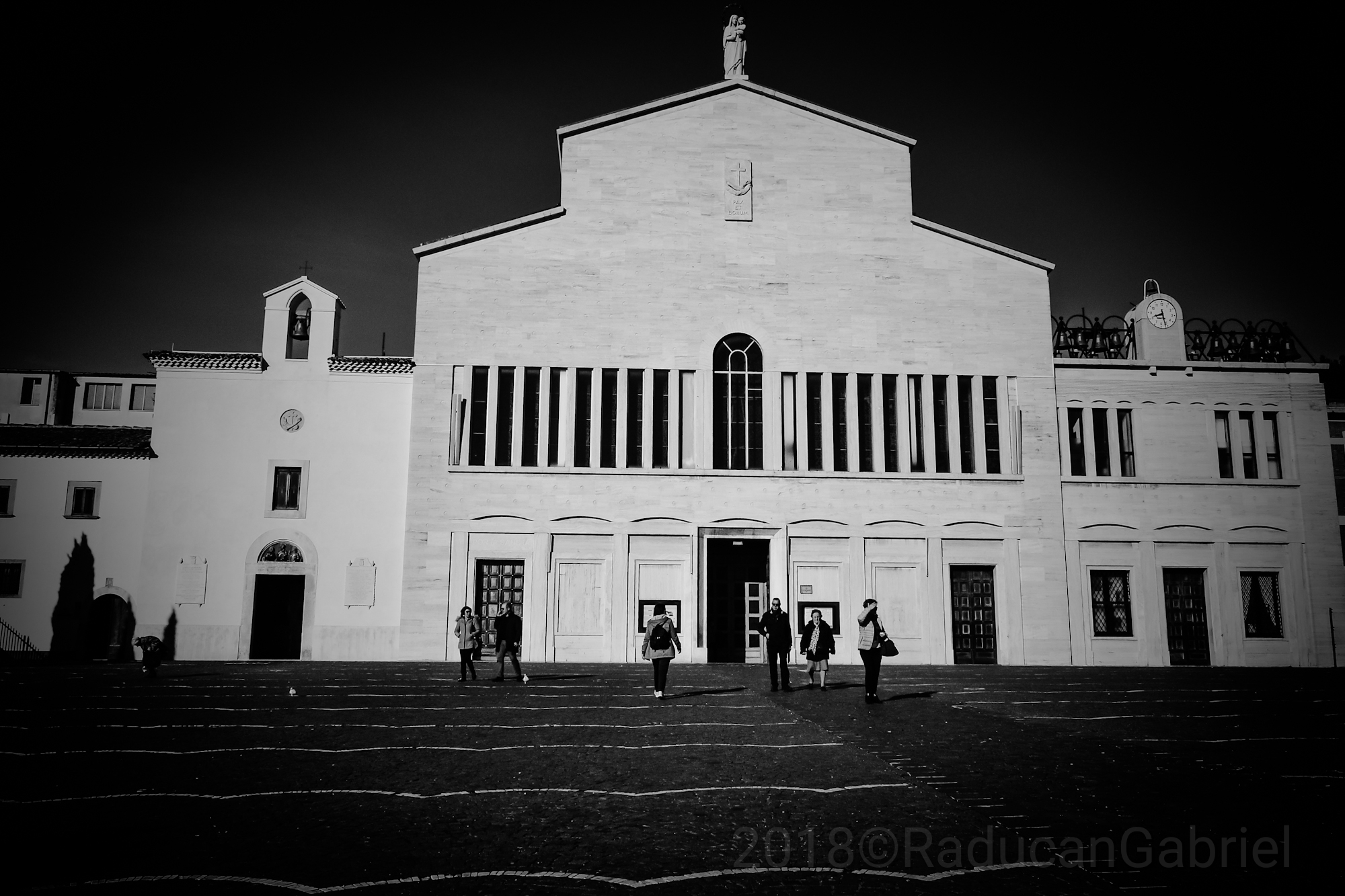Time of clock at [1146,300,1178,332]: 8:26
